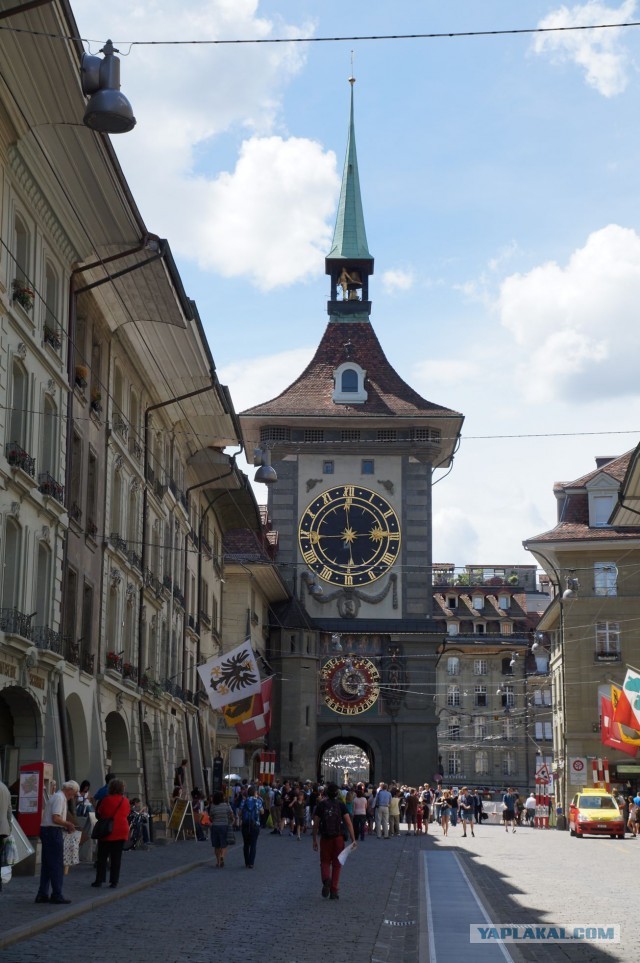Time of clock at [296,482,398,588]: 2:59
